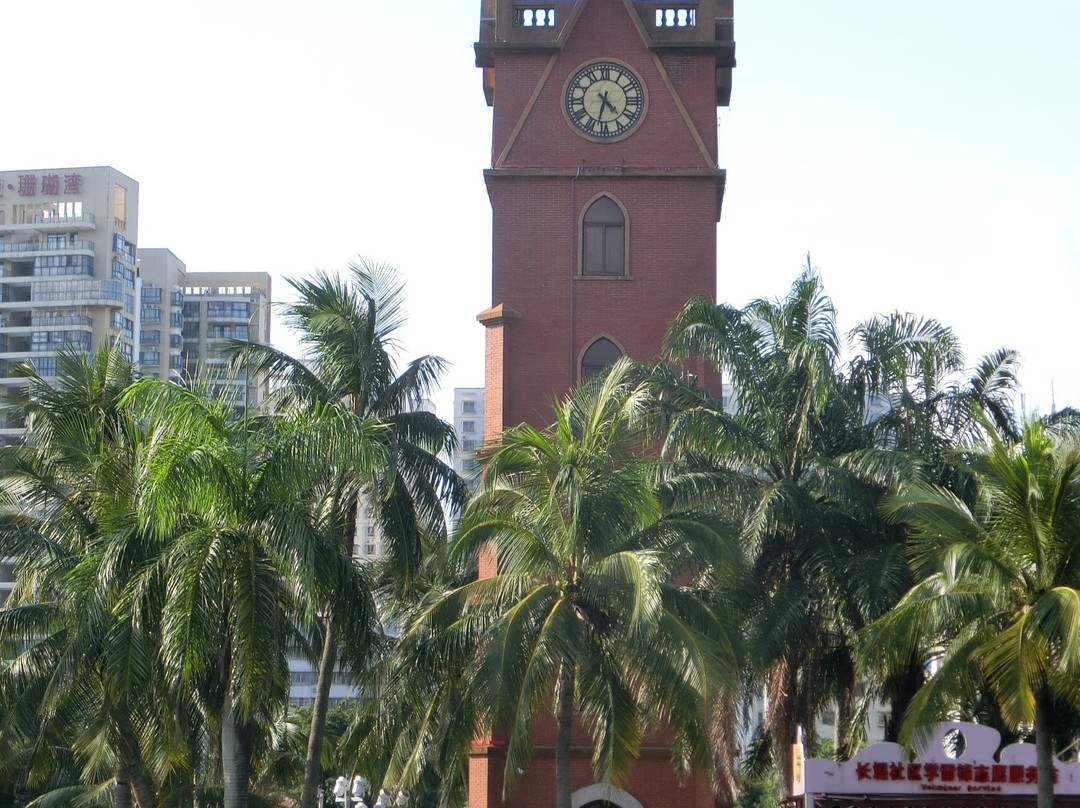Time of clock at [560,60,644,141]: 4:32
